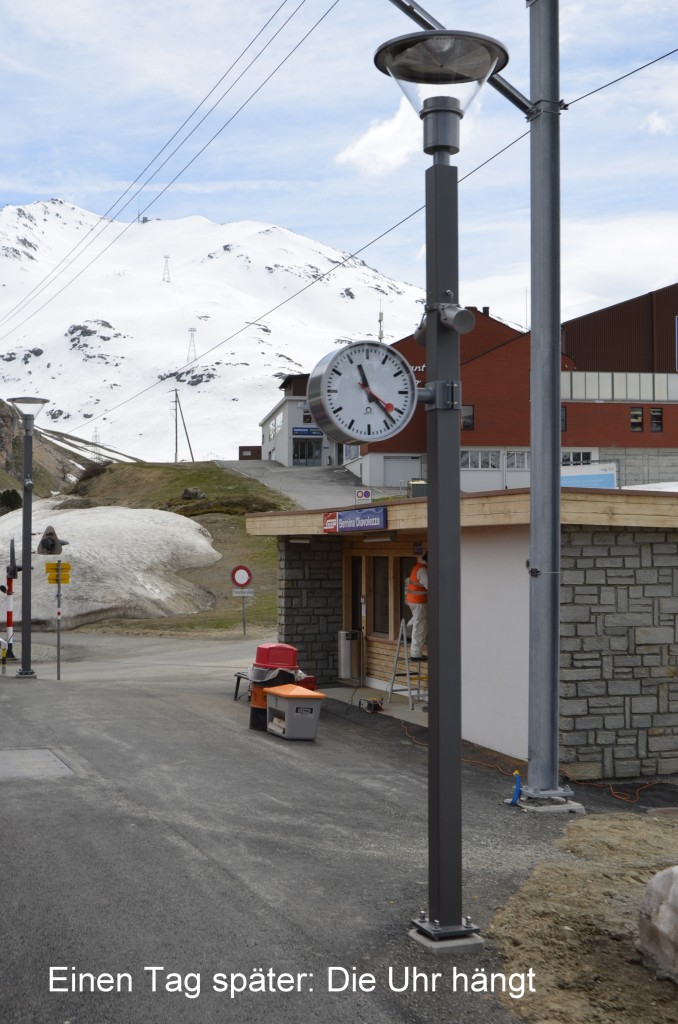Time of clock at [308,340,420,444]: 11:22
